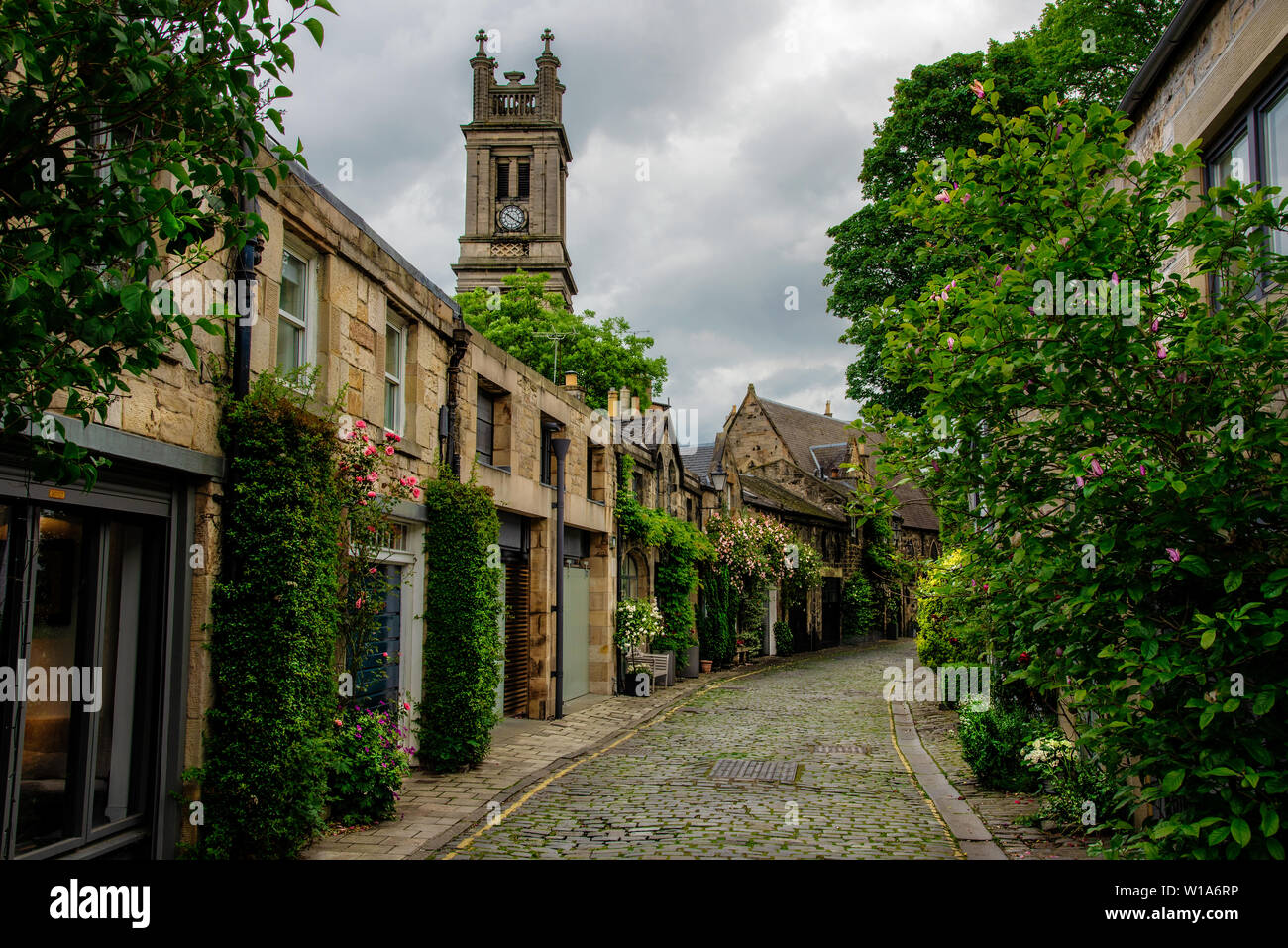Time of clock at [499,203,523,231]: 10:20
